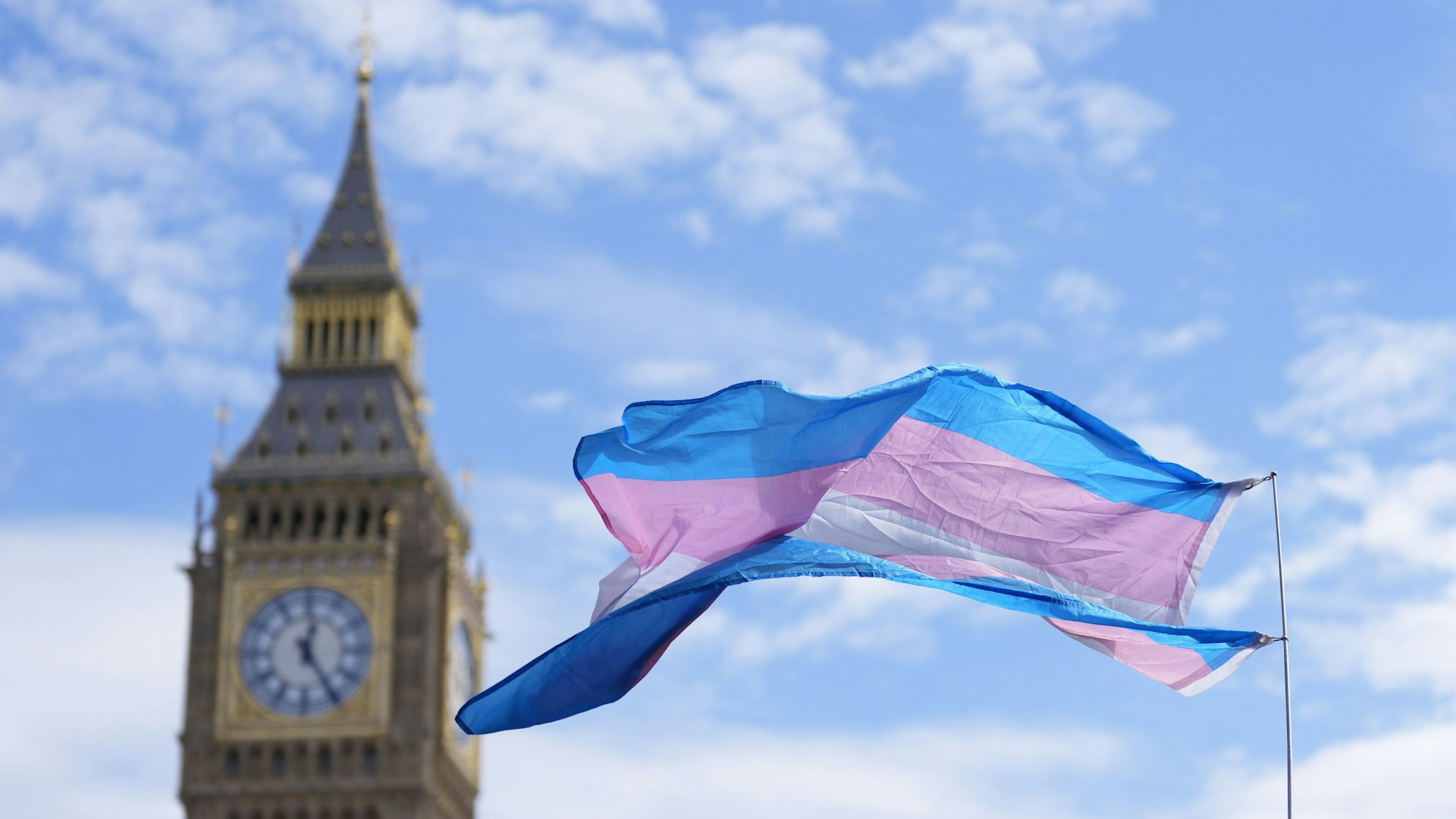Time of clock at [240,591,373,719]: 12:24
